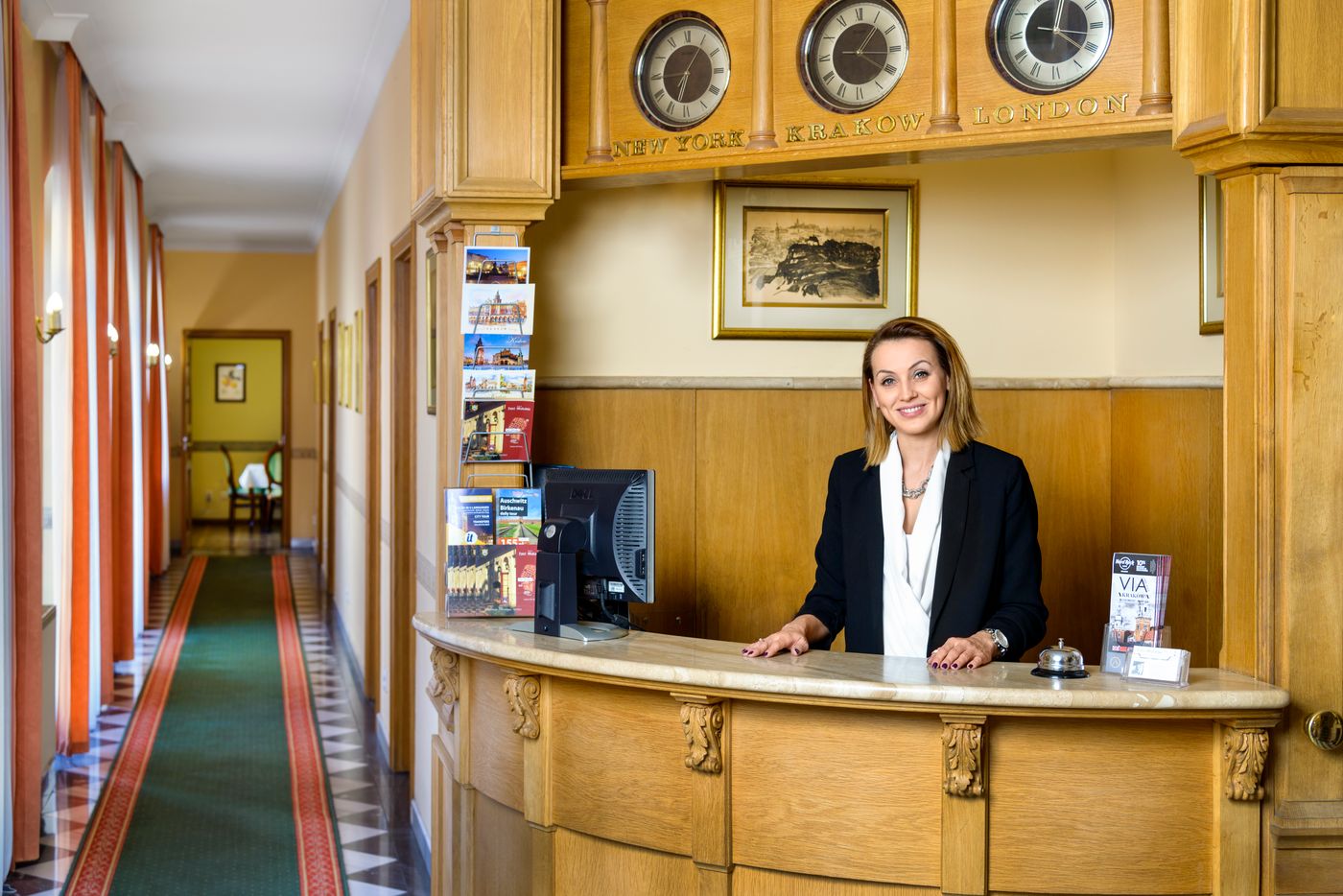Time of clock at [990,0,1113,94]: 12:21
